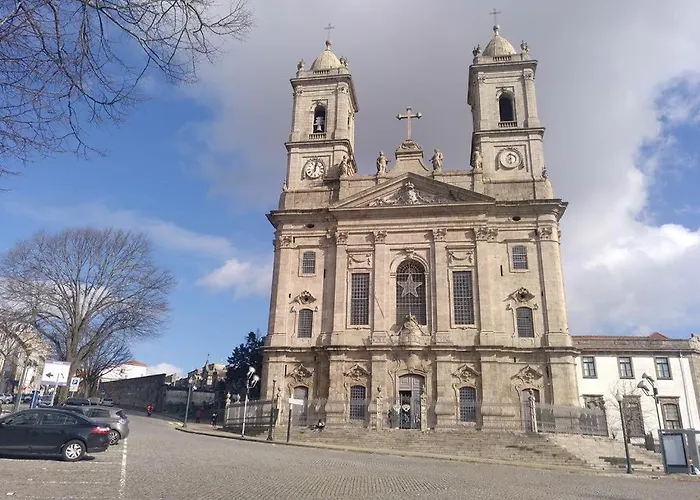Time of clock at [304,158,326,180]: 12:02
